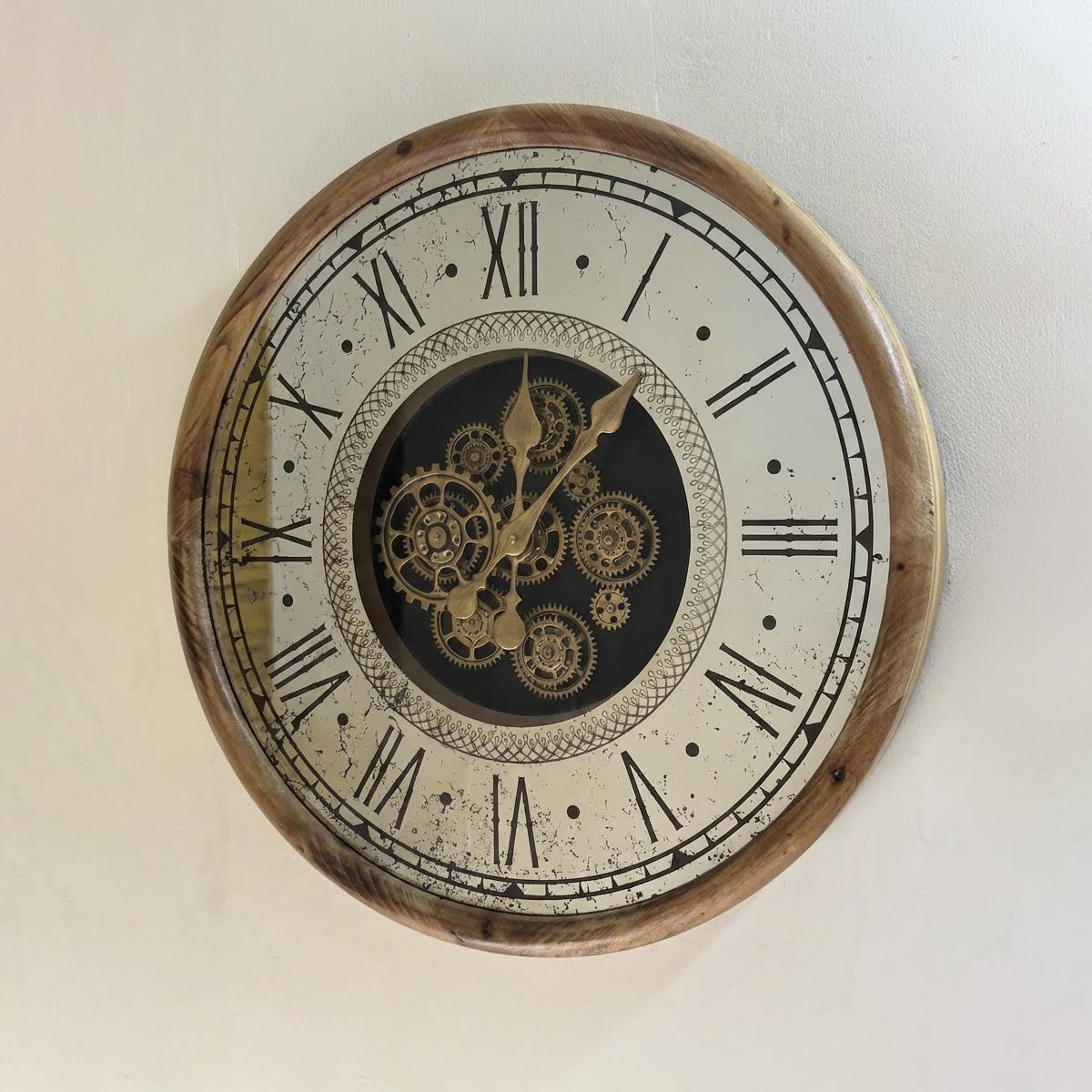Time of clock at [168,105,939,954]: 12:07
